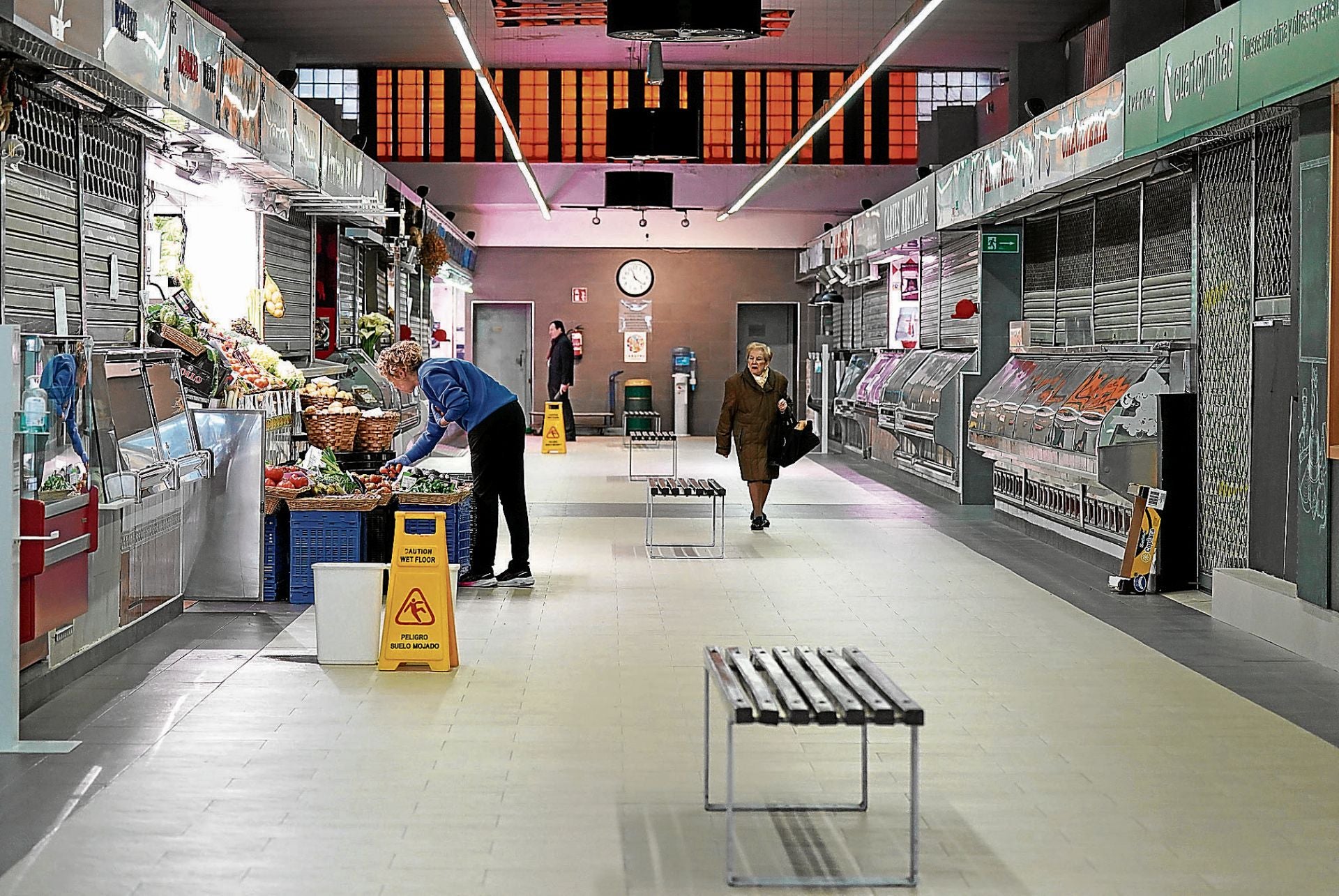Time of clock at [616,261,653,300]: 11:21
